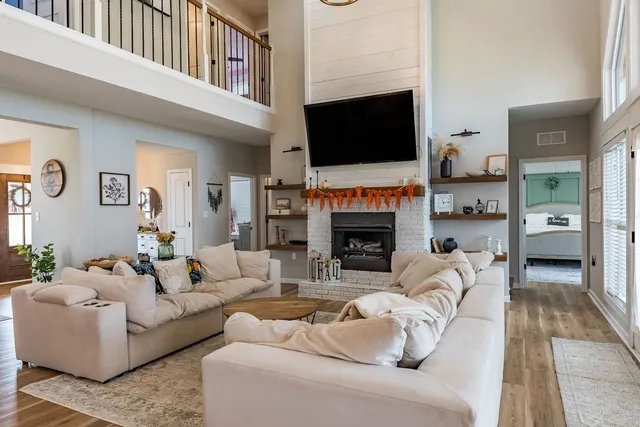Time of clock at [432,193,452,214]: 11:13
